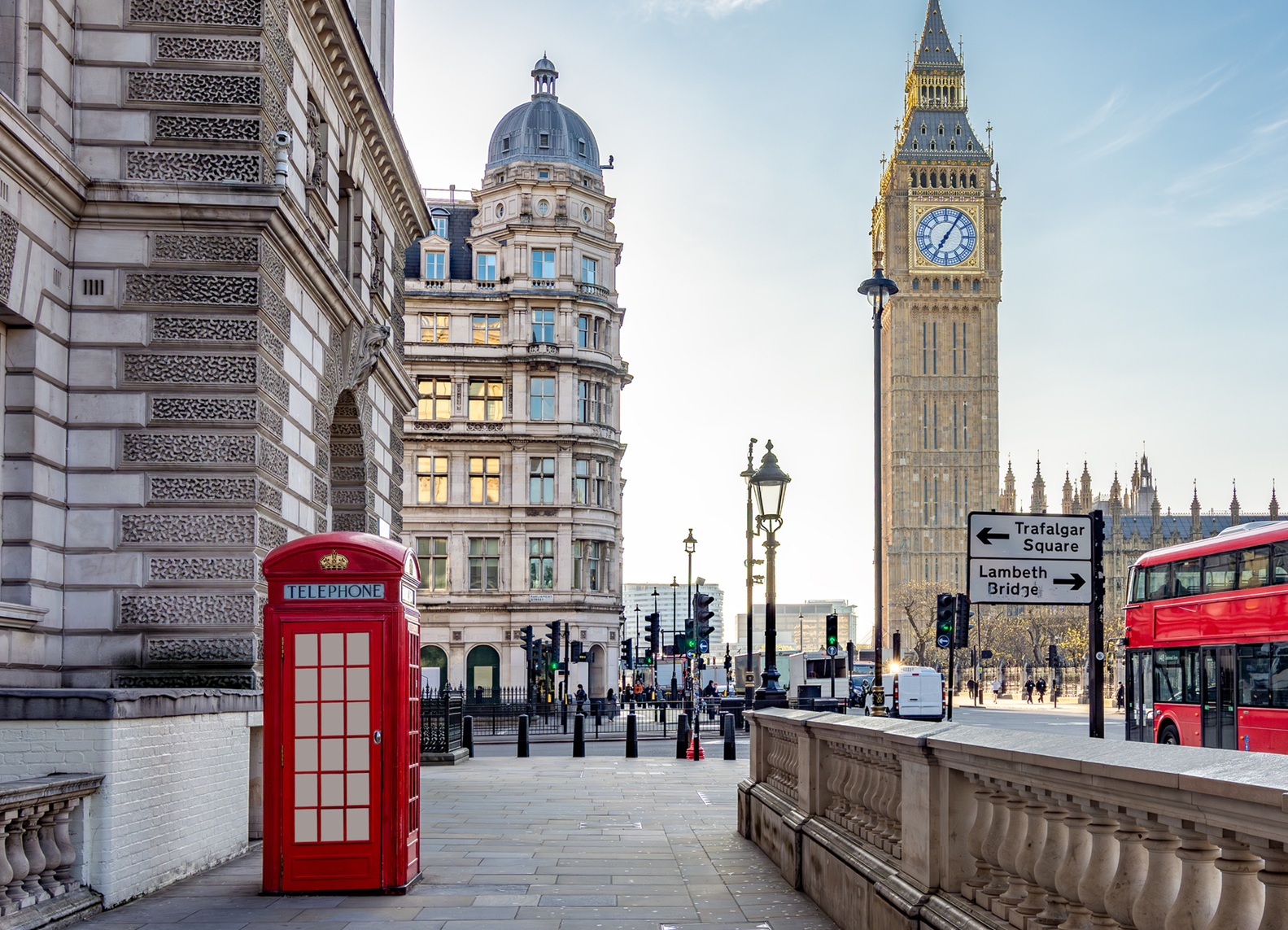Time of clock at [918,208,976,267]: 7:05
